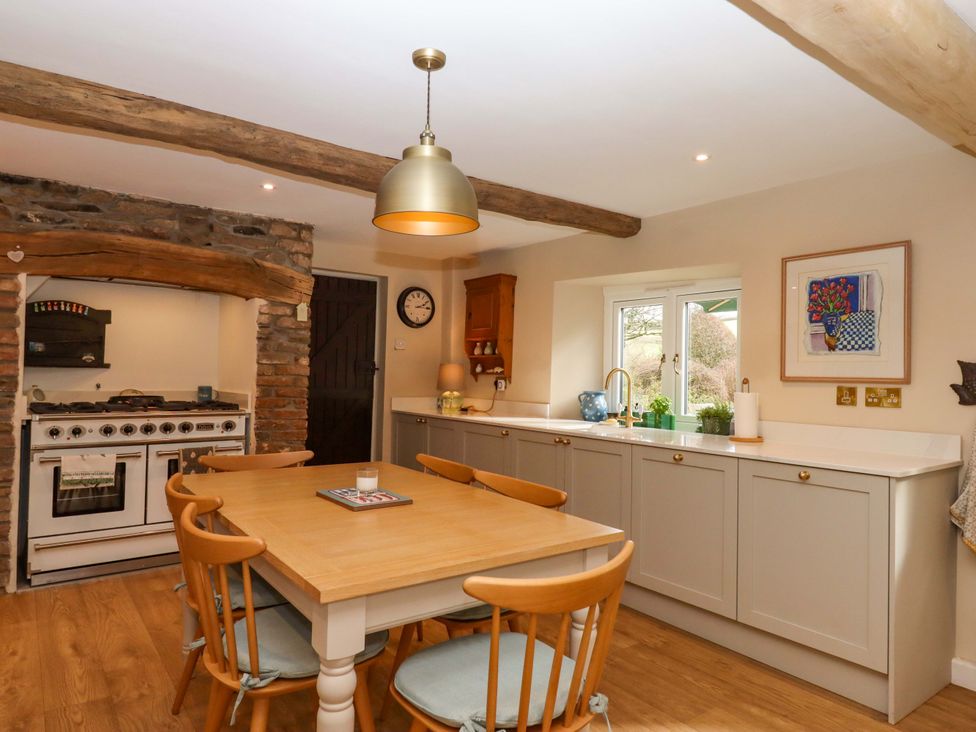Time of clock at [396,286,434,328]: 2:14
